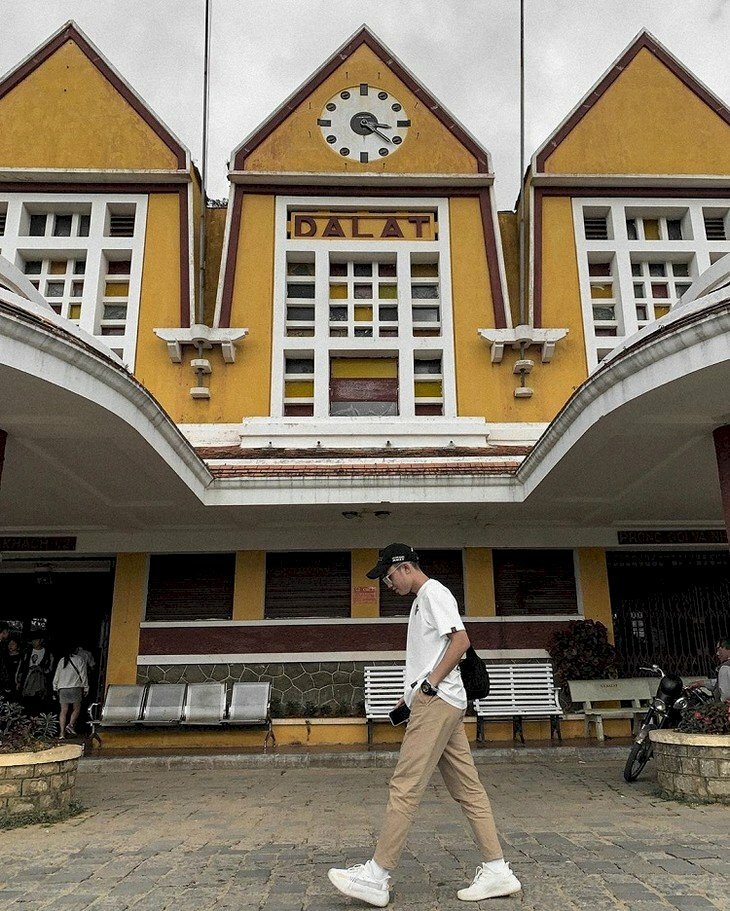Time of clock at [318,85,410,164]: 3:21
